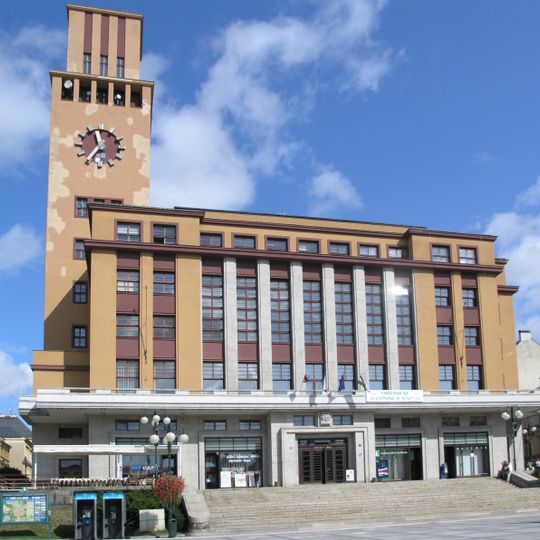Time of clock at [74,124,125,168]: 11:35
